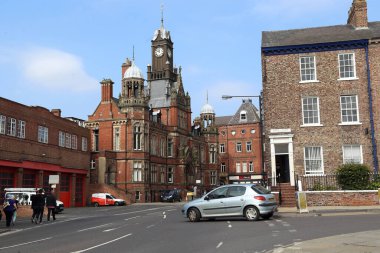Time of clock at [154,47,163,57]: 11:51
